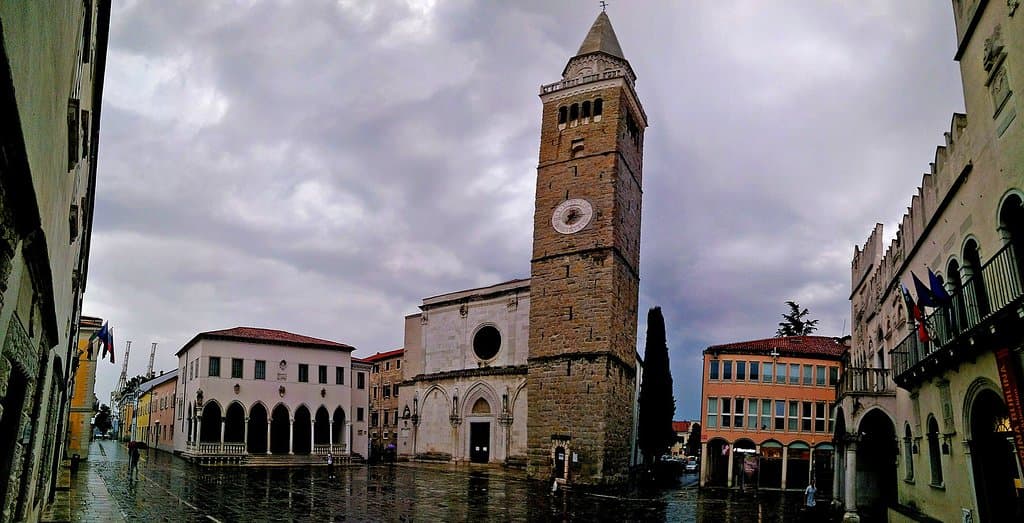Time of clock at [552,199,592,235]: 7:15
